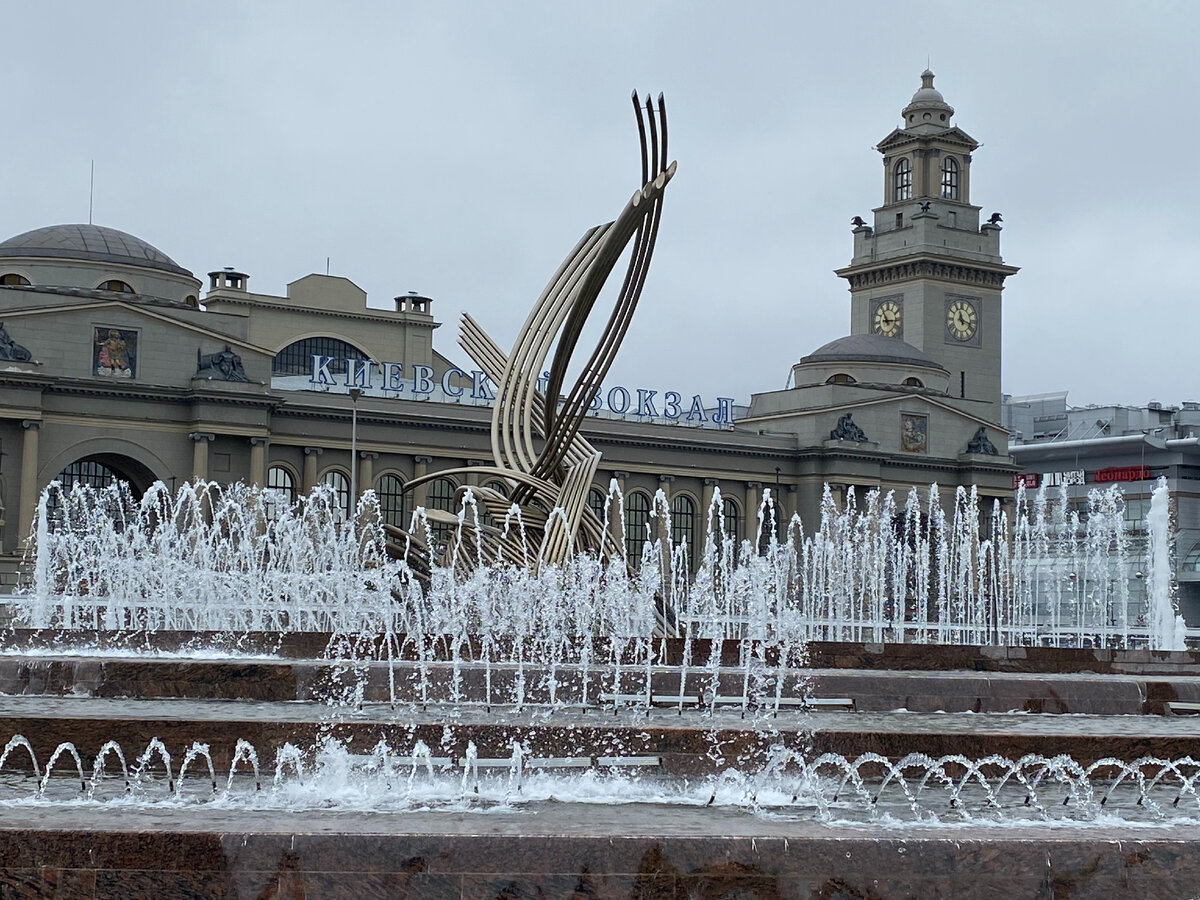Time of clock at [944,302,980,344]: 11:17
